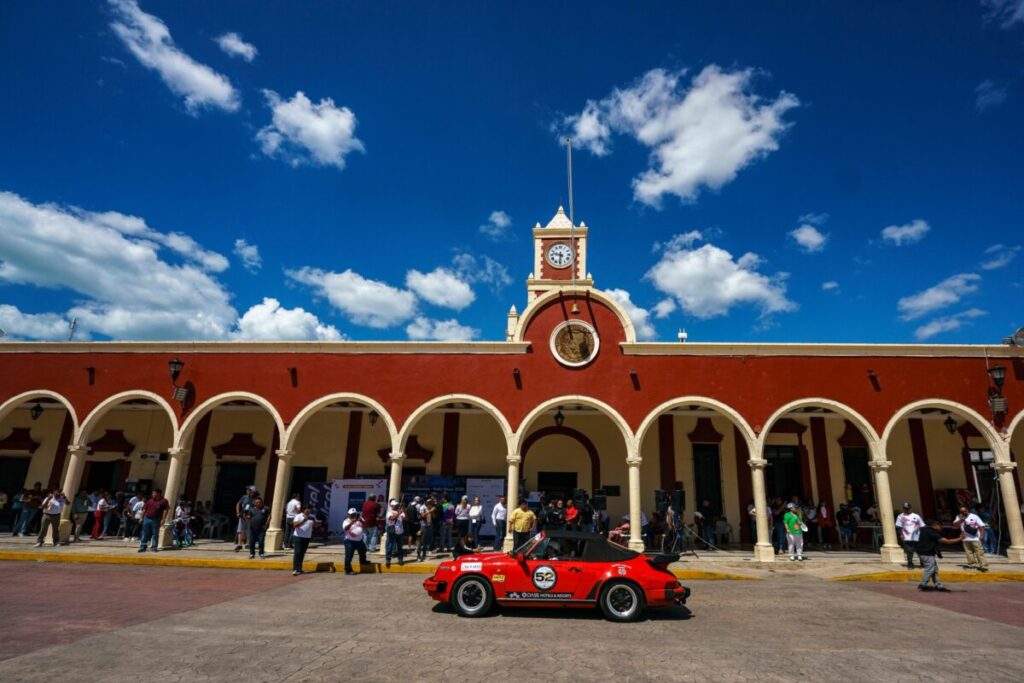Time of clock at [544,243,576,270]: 9:31
